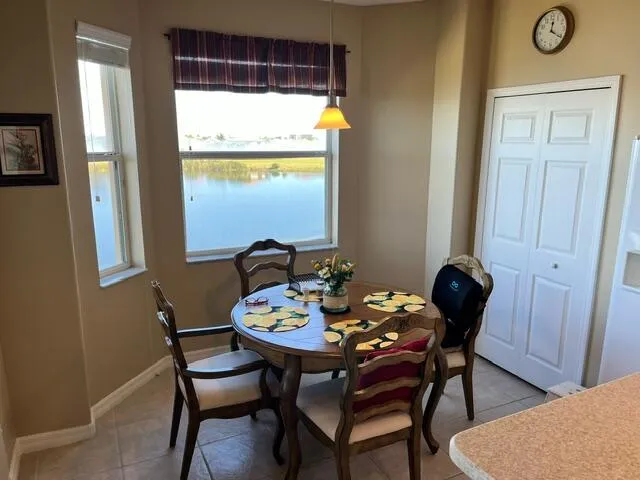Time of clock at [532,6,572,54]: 12:20
